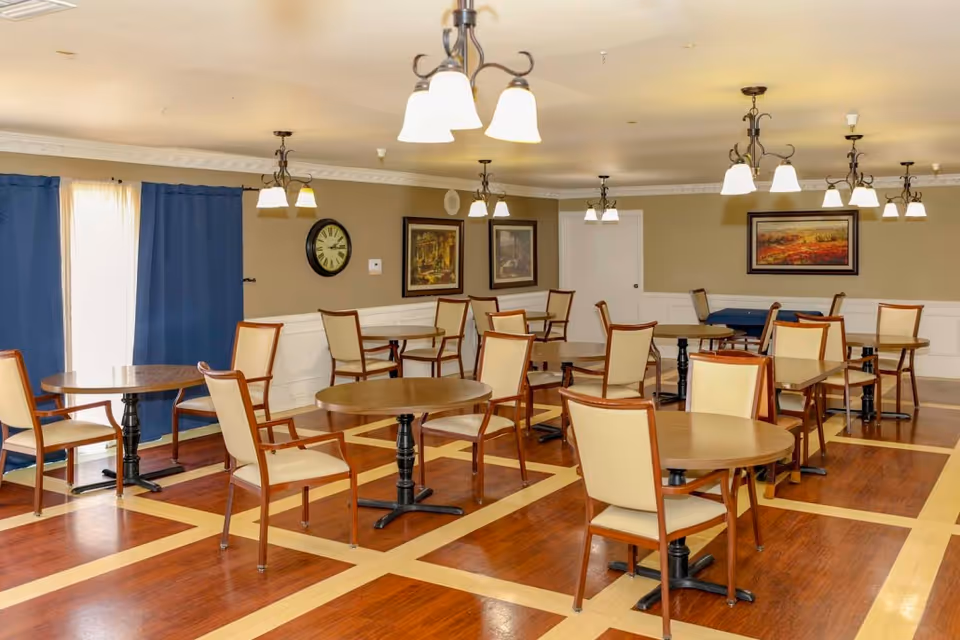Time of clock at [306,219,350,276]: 2:15
